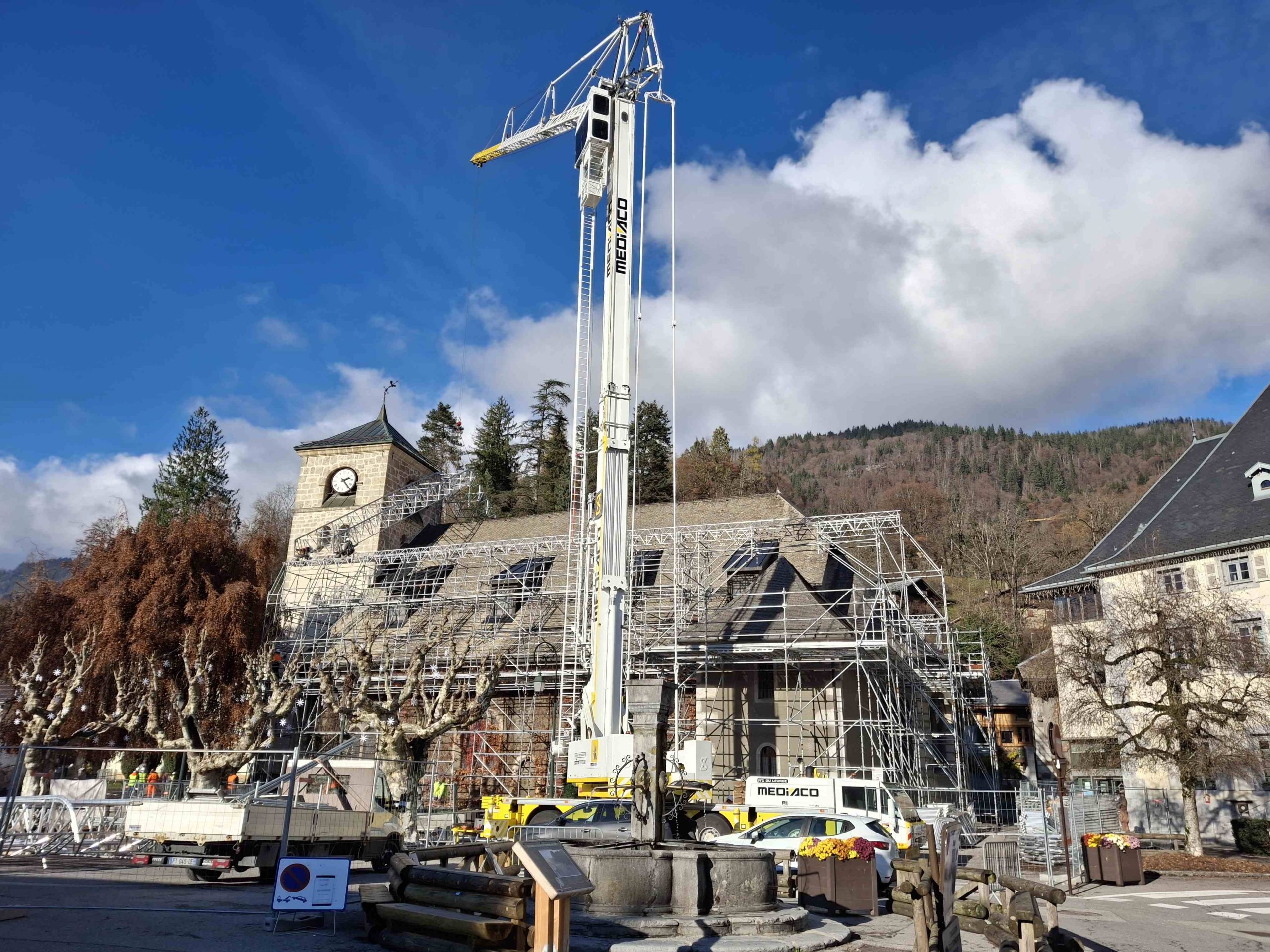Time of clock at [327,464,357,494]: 2:23
